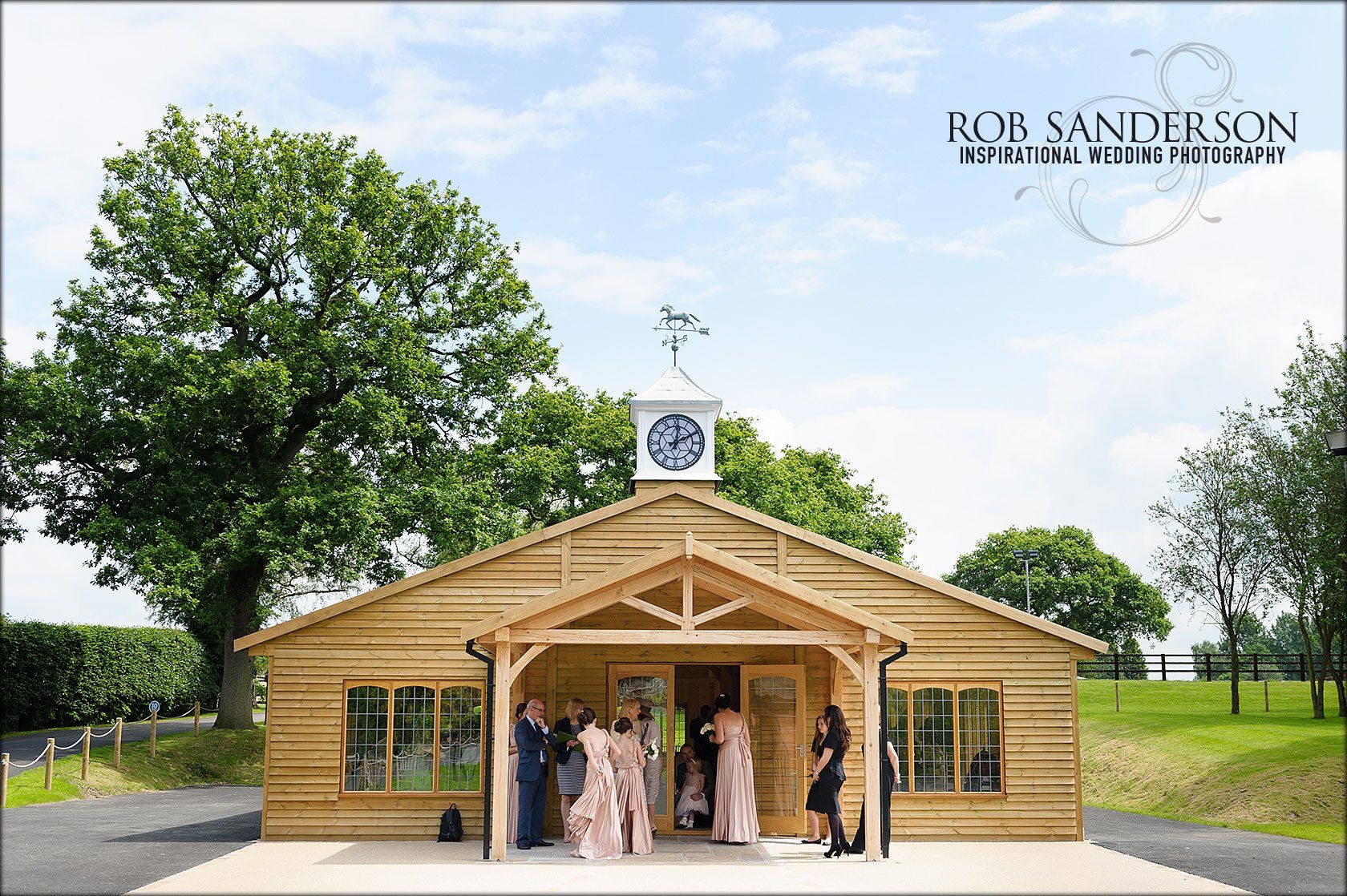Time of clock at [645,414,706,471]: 12:10
